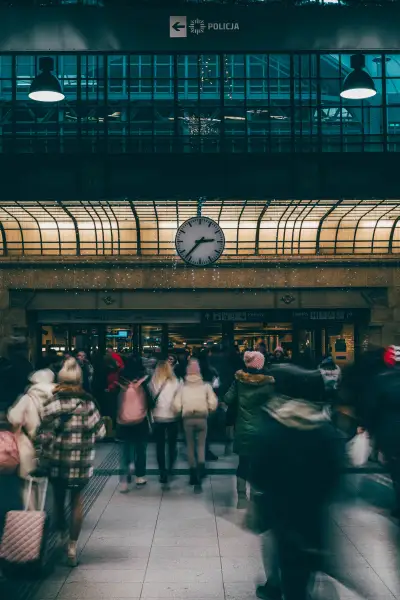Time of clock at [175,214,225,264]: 2:37
